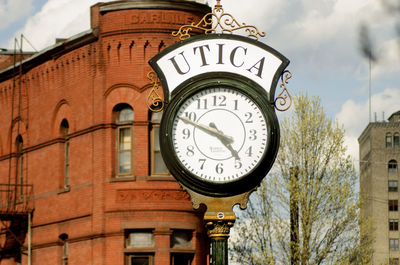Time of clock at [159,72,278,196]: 4:48
